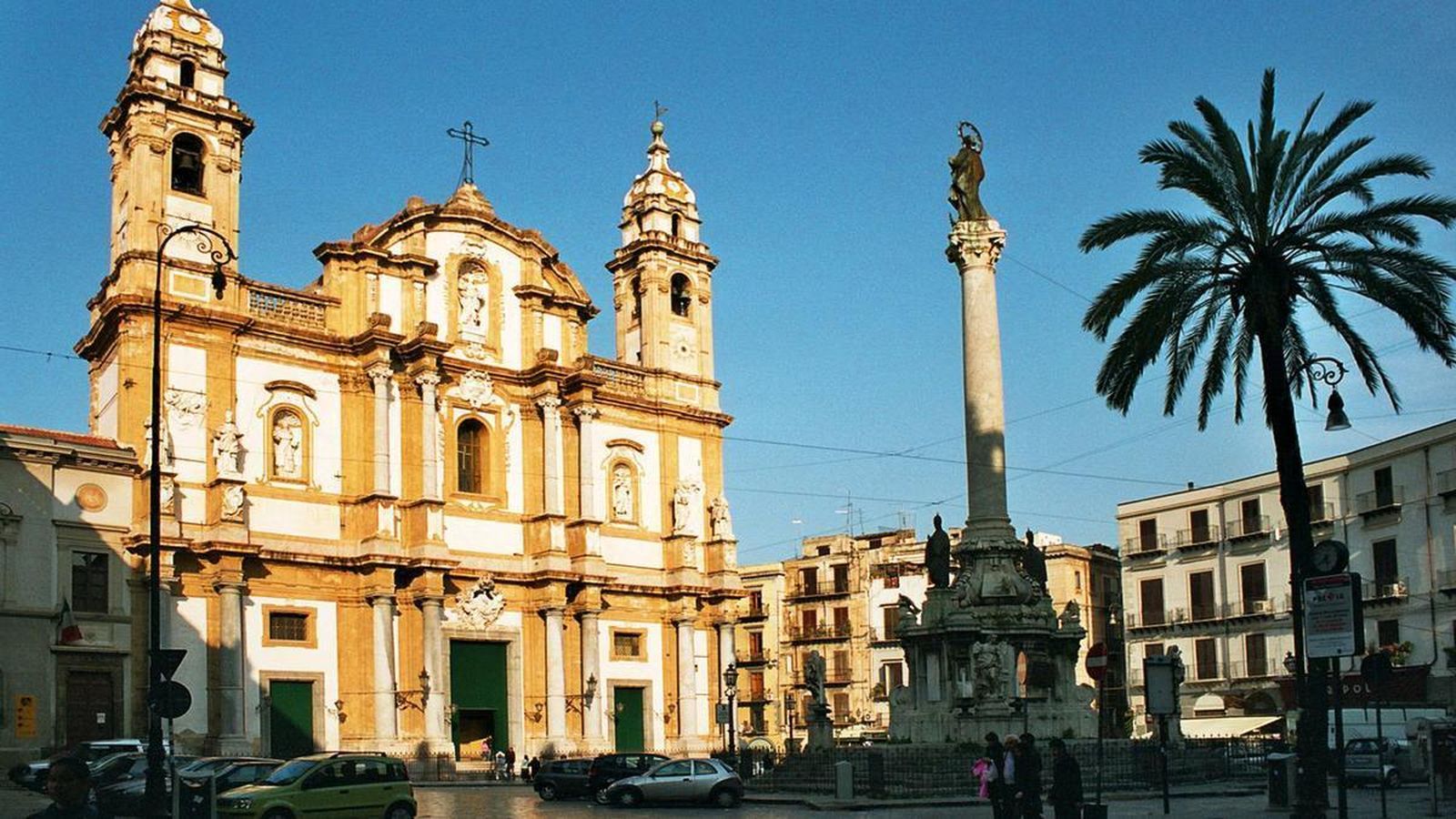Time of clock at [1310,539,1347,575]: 5:38
